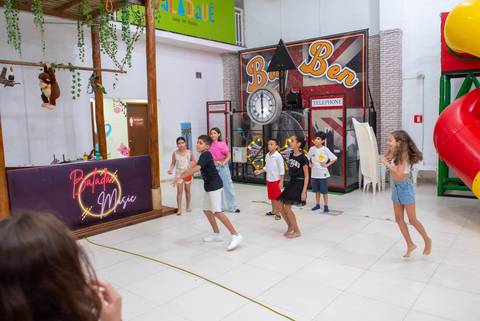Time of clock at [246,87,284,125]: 6:00
